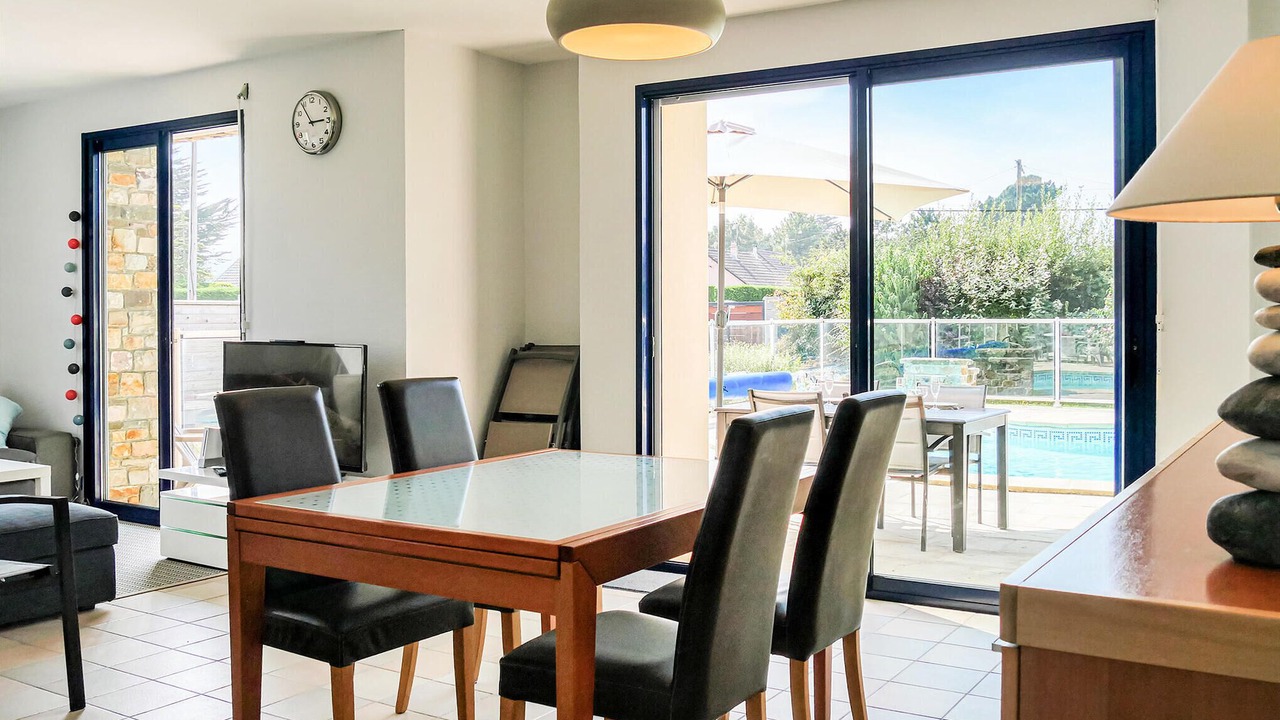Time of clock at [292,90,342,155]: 2:54
